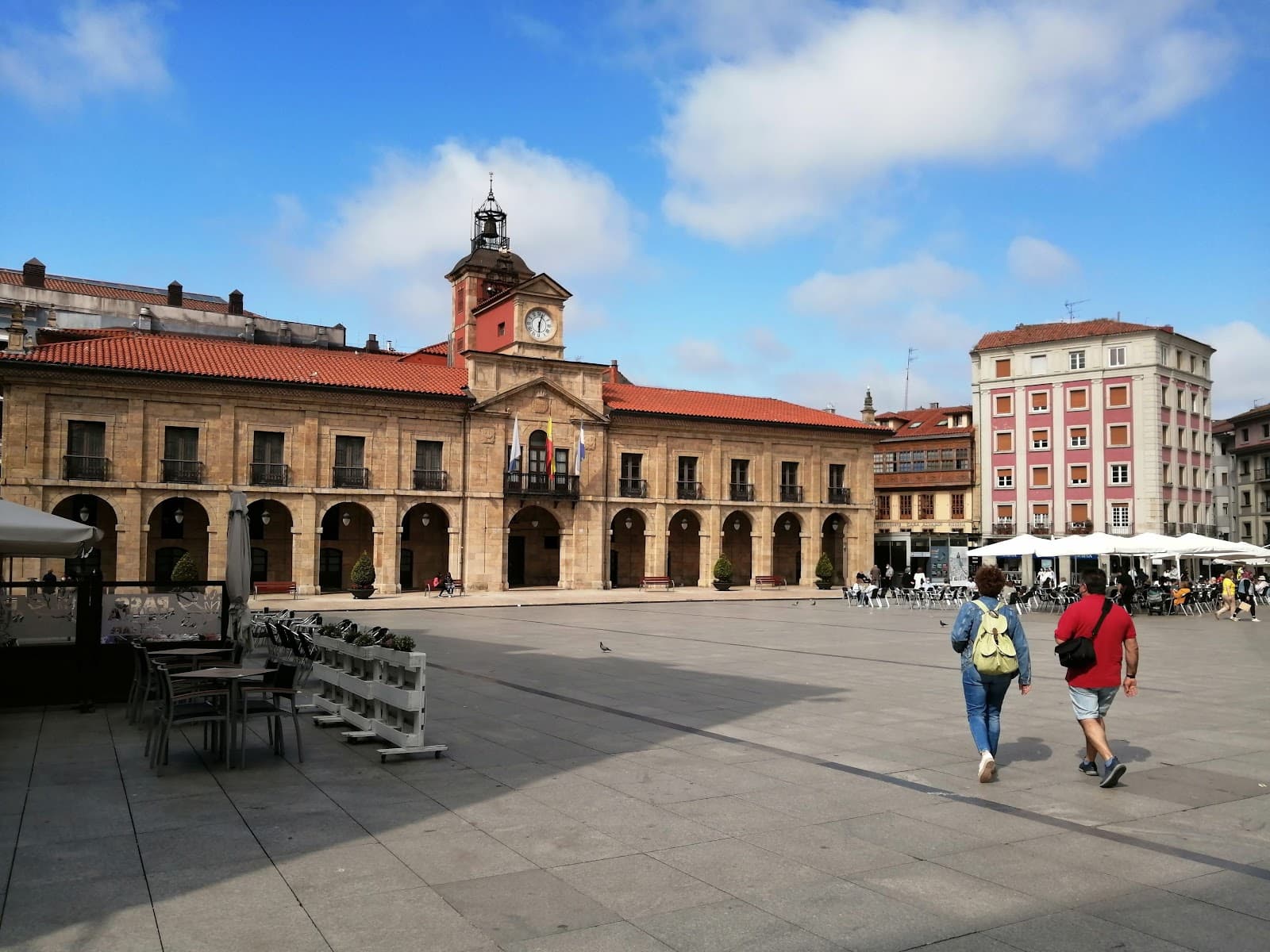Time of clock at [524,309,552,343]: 6:03
